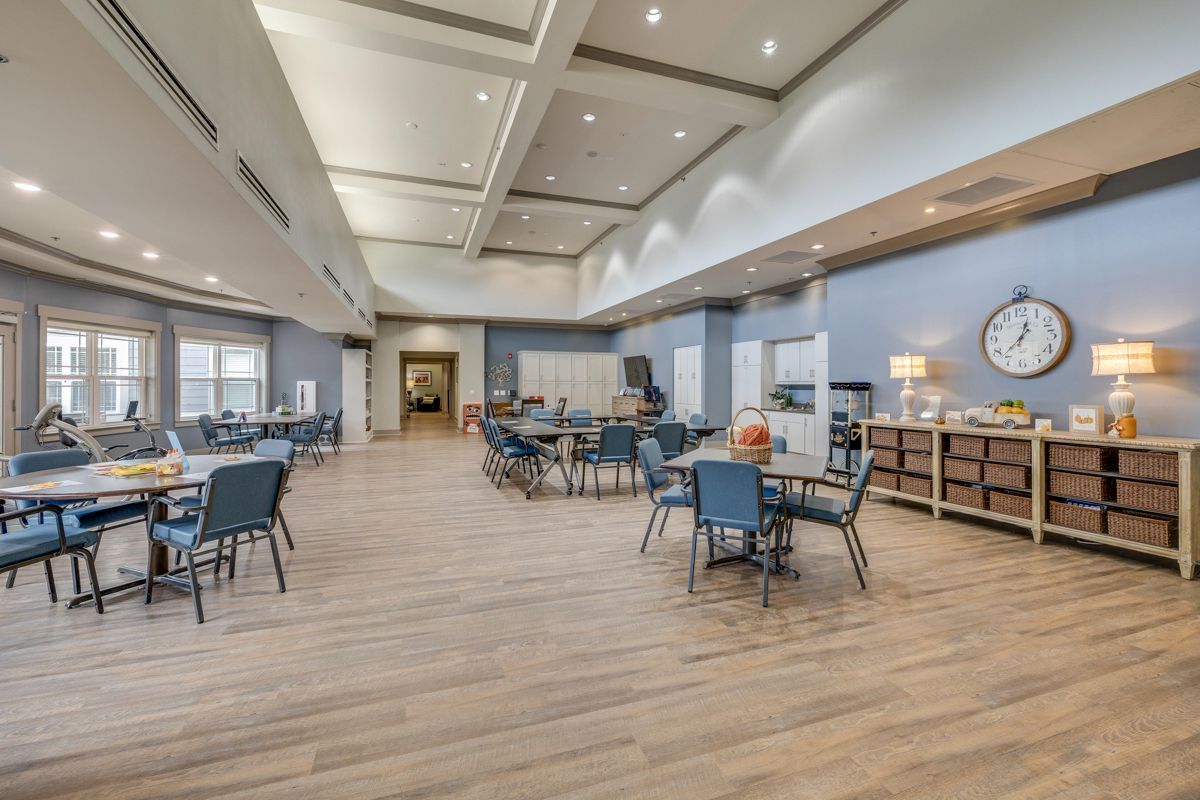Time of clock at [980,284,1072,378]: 12:37
